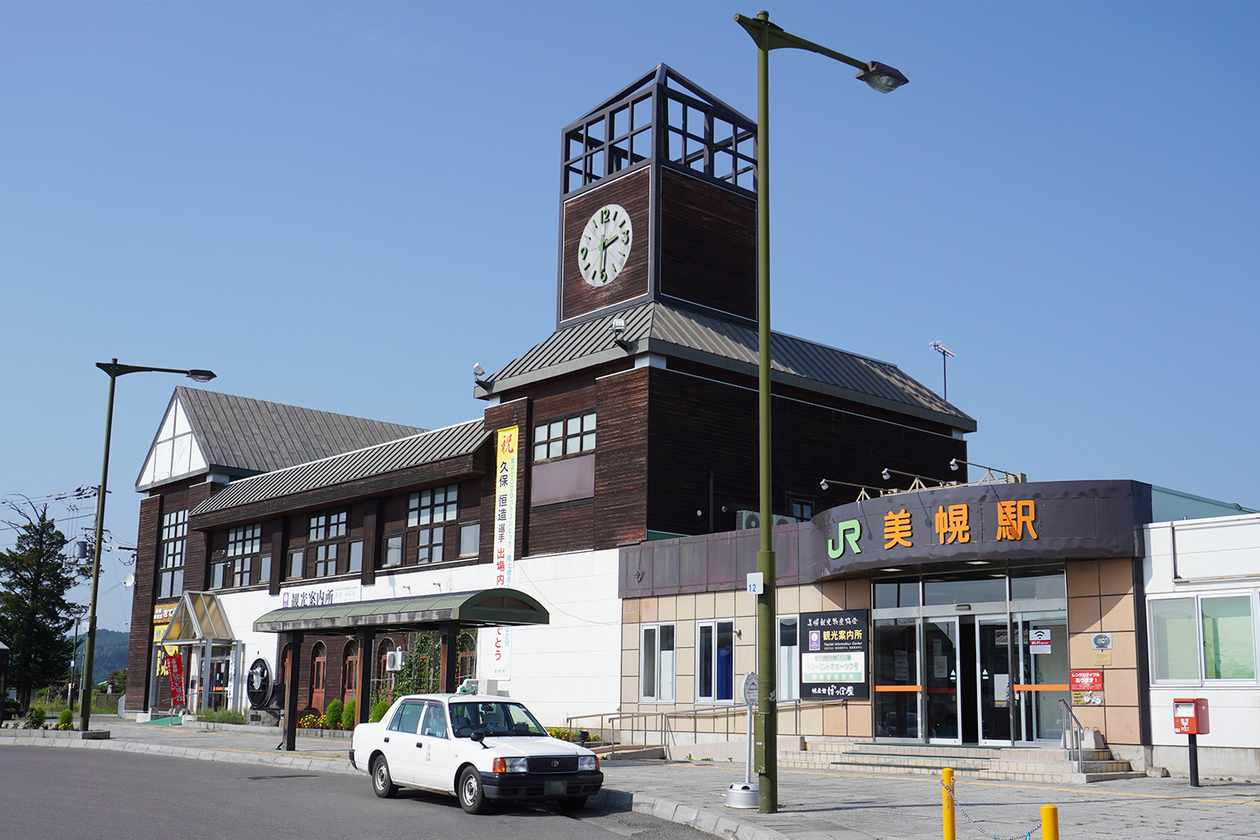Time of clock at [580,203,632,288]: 2:31
